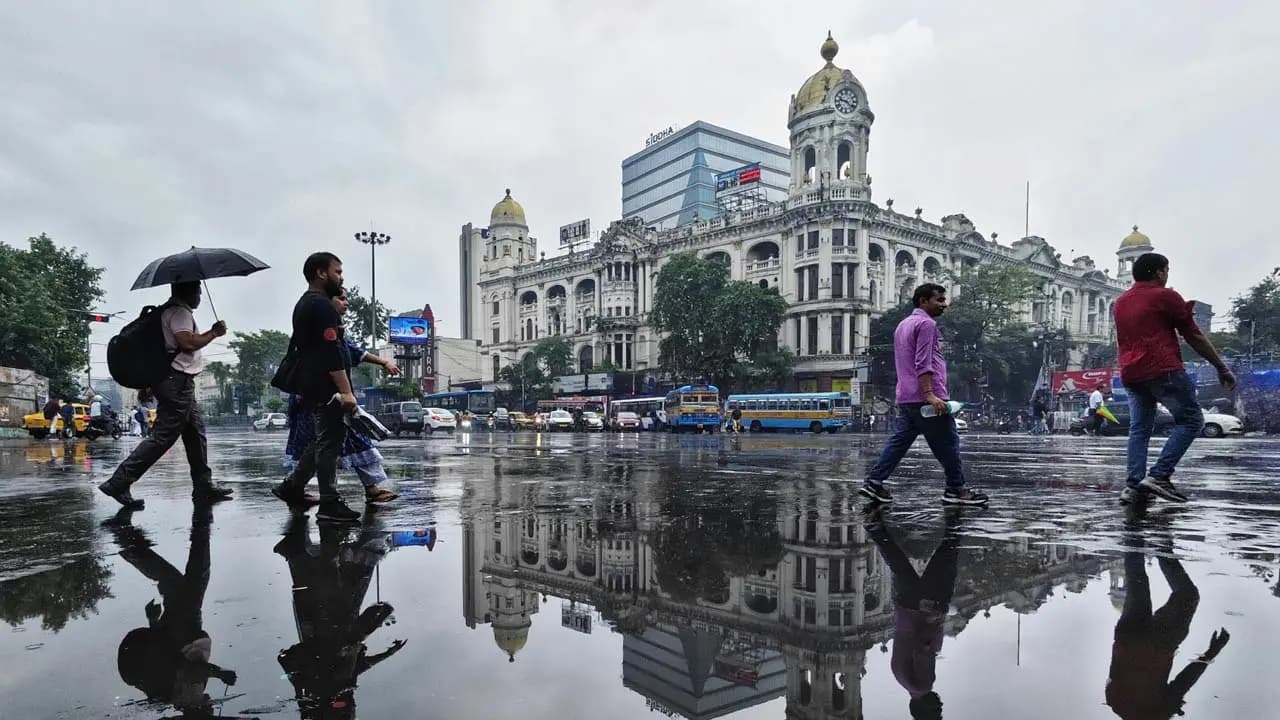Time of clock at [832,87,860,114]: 9:22
